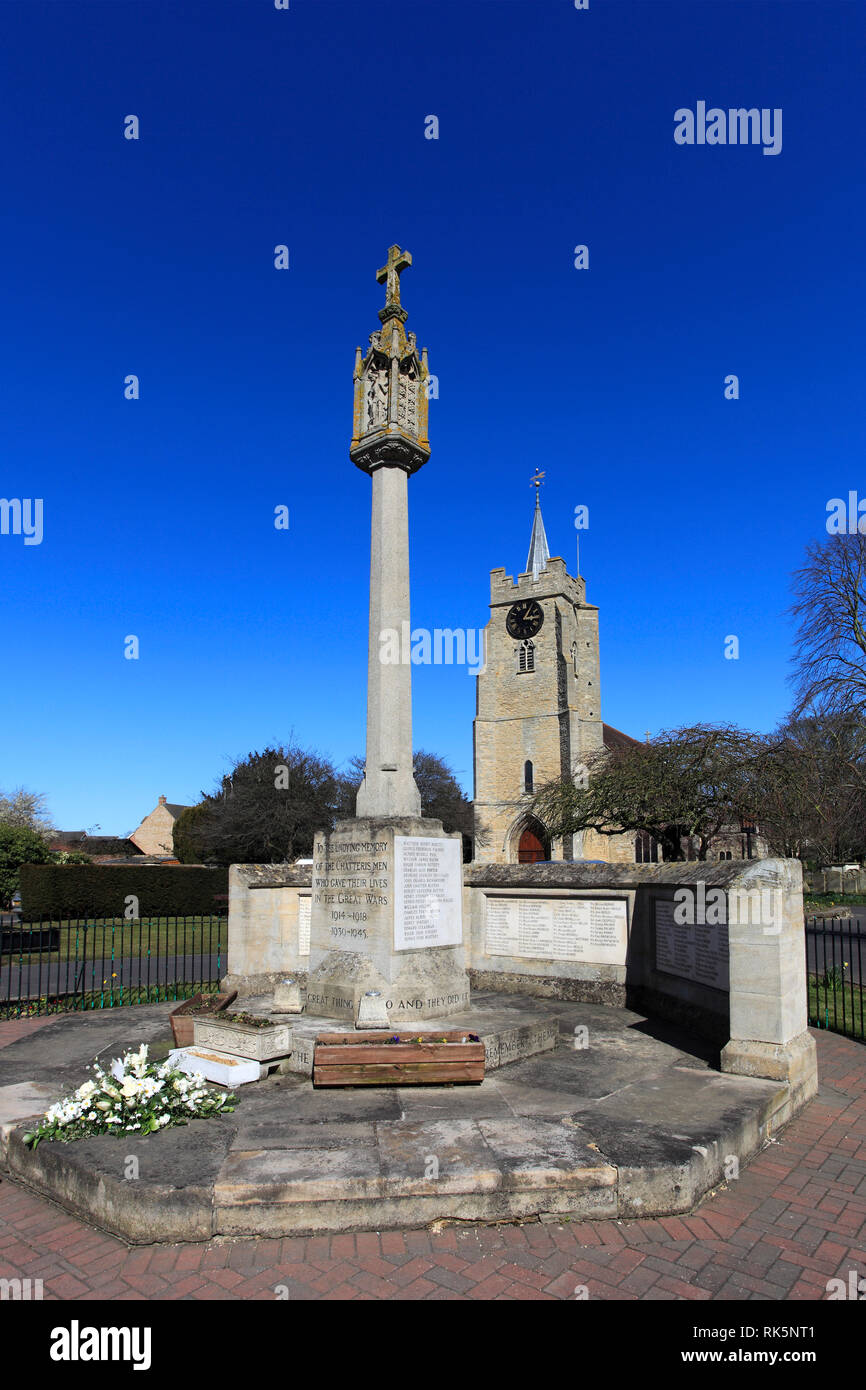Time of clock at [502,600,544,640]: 3:05
